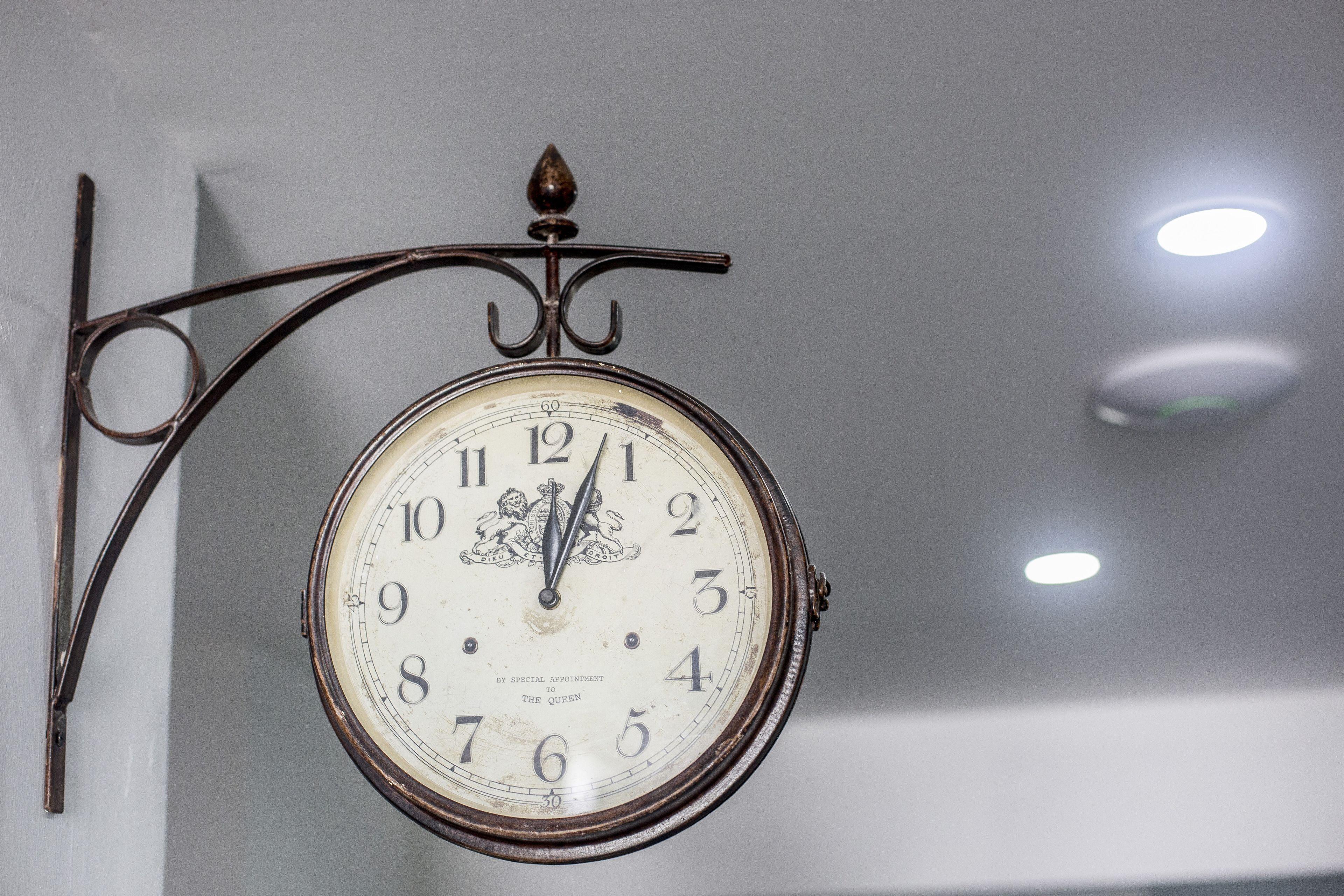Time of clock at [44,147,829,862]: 12:03
